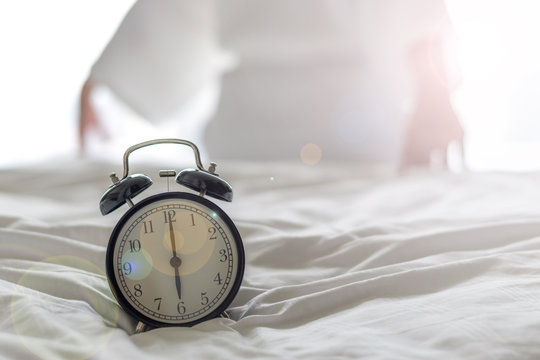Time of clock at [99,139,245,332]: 6:00
